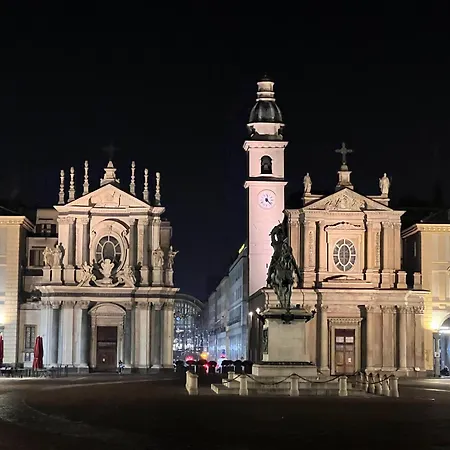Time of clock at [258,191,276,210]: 6:22
